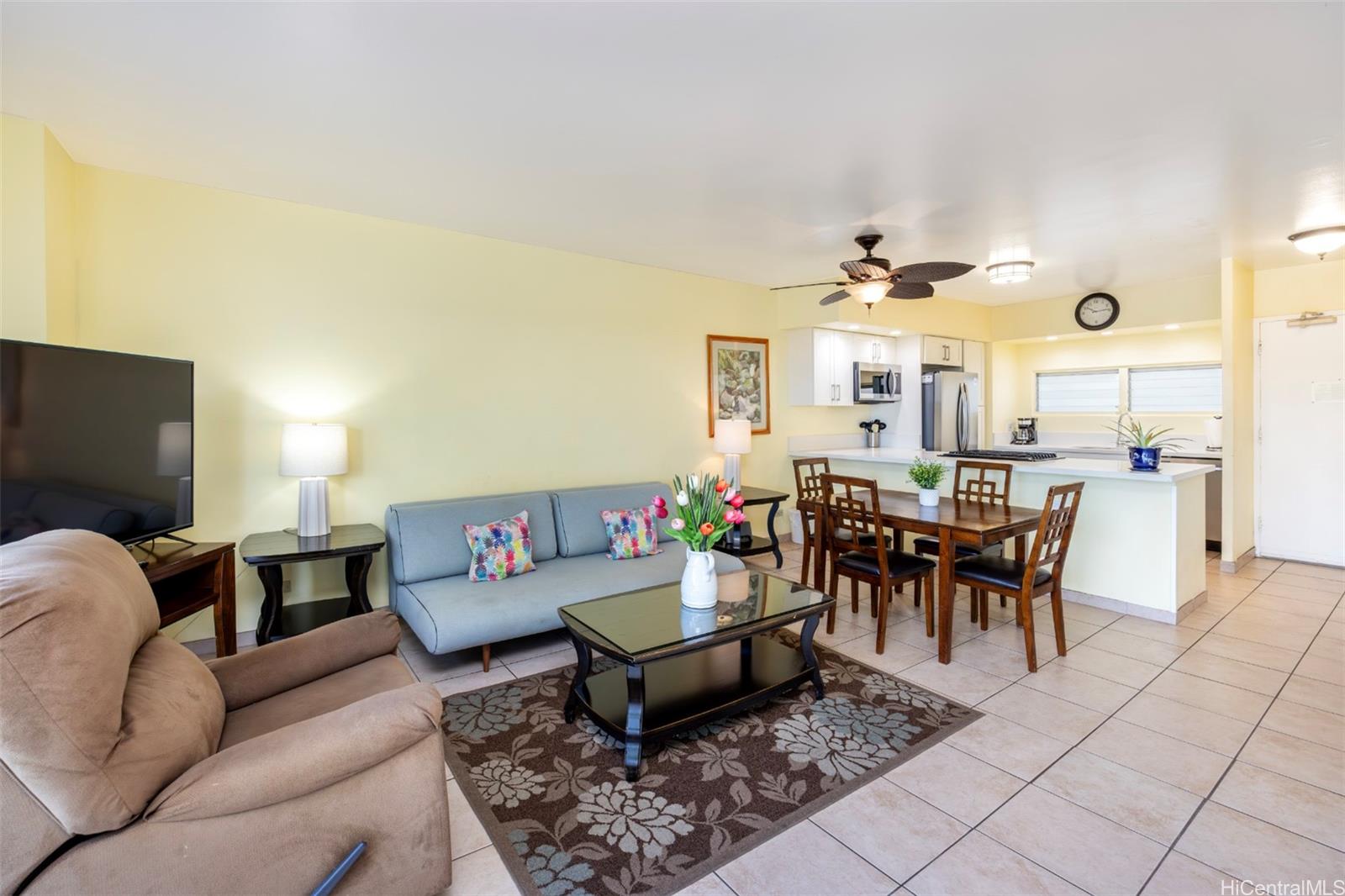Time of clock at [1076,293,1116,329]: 10:13
